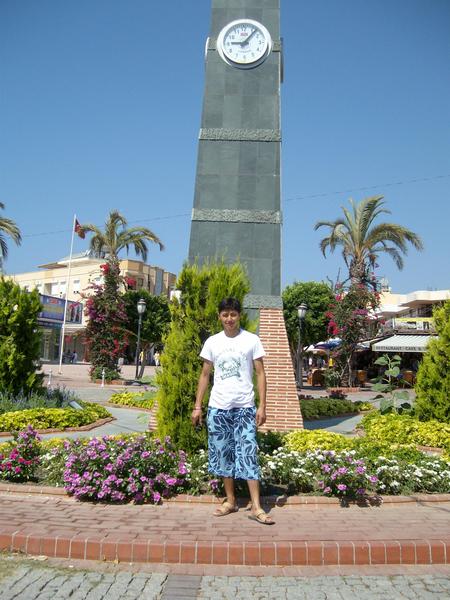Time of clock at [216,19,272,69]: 9:07
